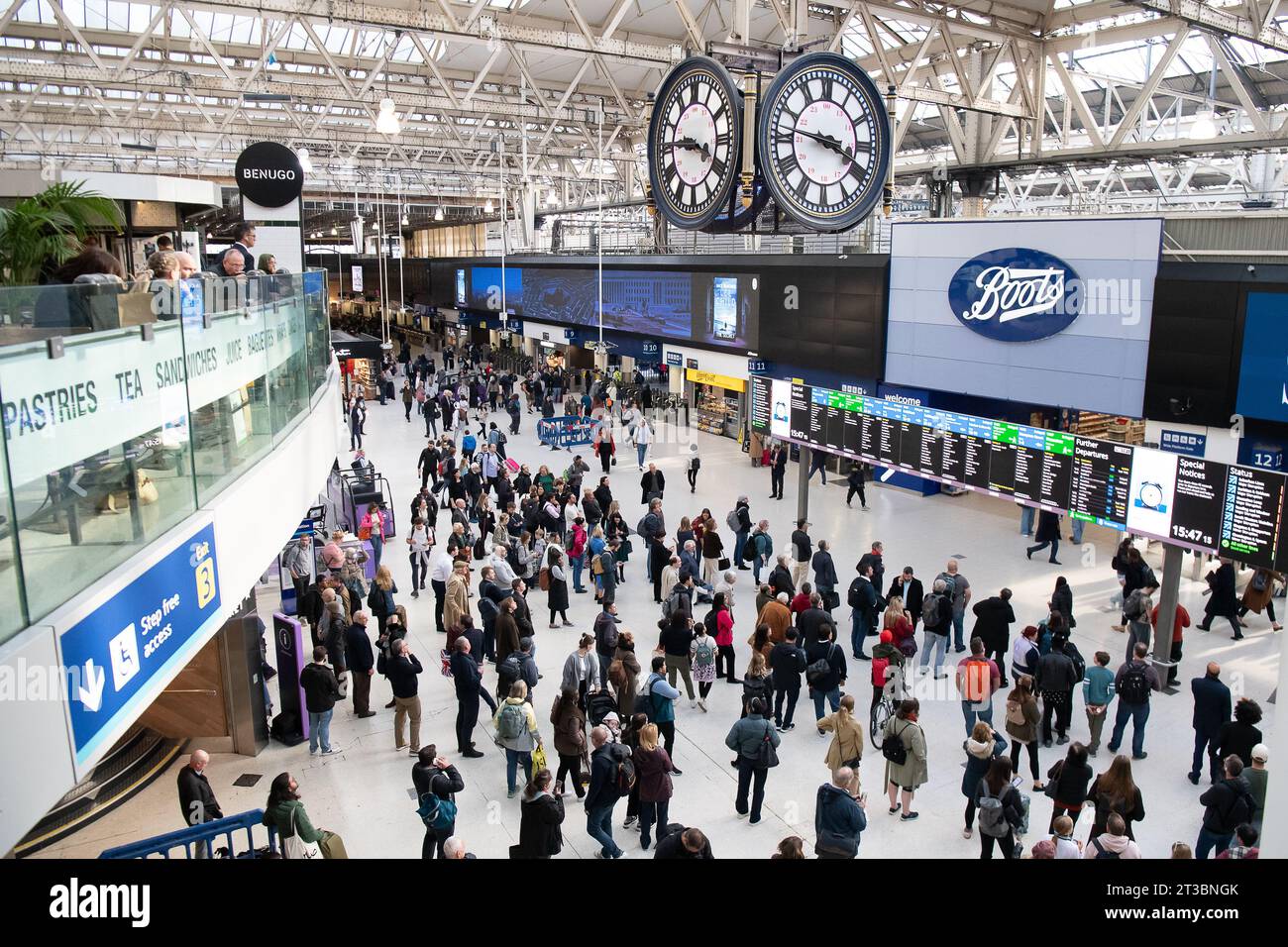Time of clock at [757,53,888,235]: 3:46
